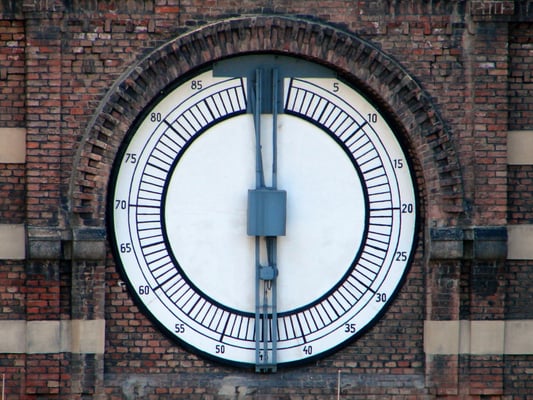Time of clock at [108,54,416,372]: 5:58
